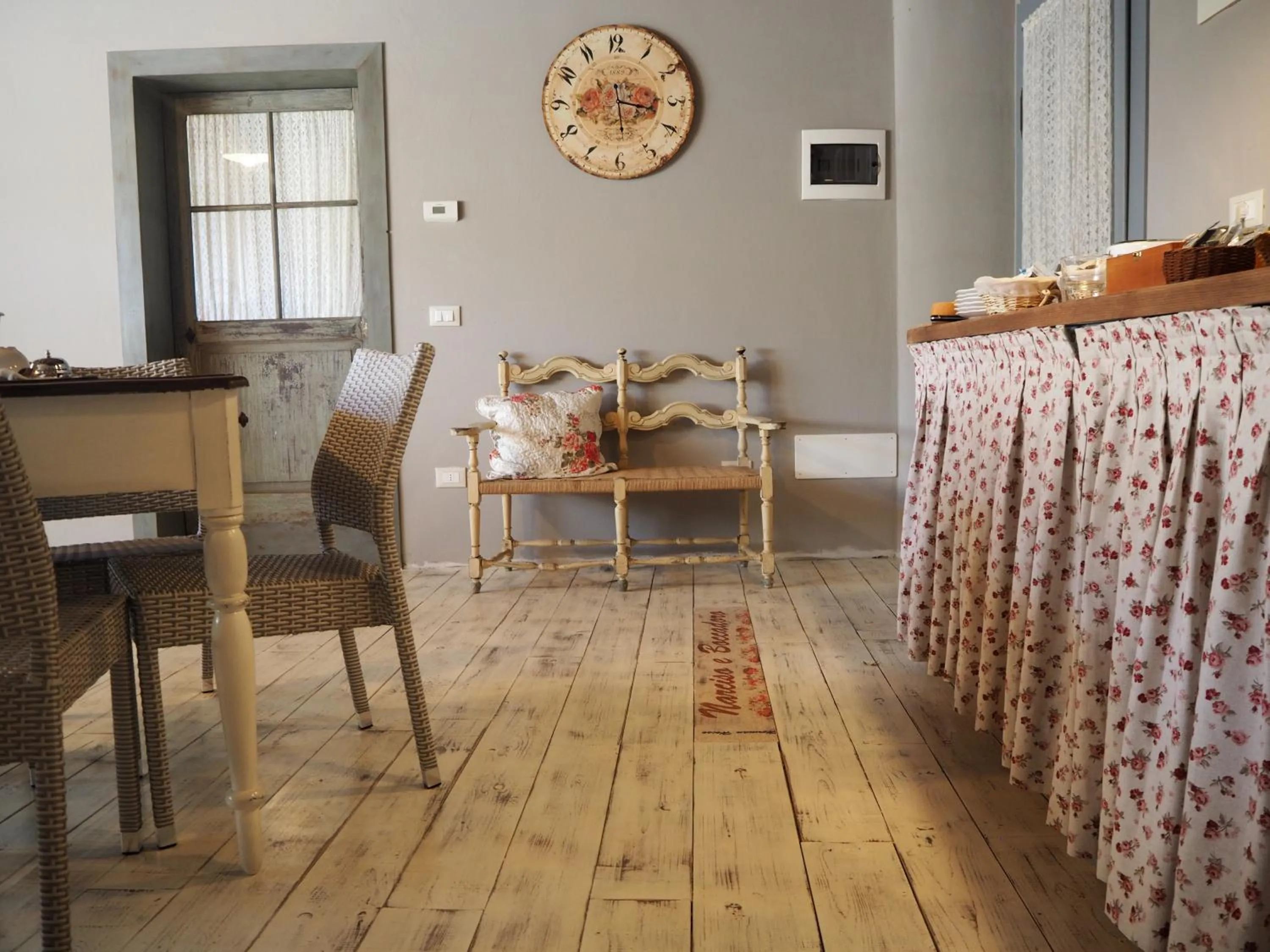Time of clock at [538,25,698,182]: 3:28
